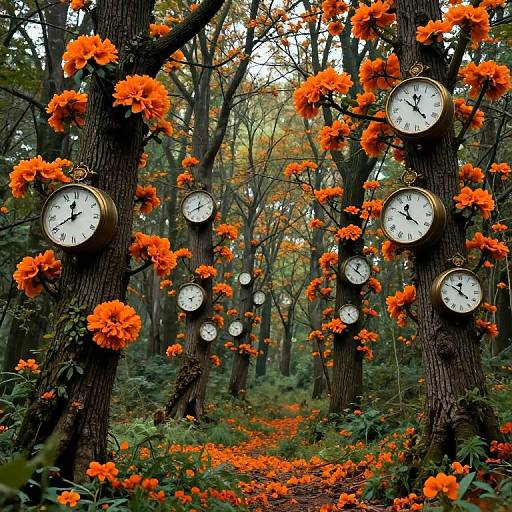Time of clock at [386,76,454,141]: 12:23
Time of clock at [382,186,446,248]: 11:50
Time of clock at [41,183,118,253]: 11:40
